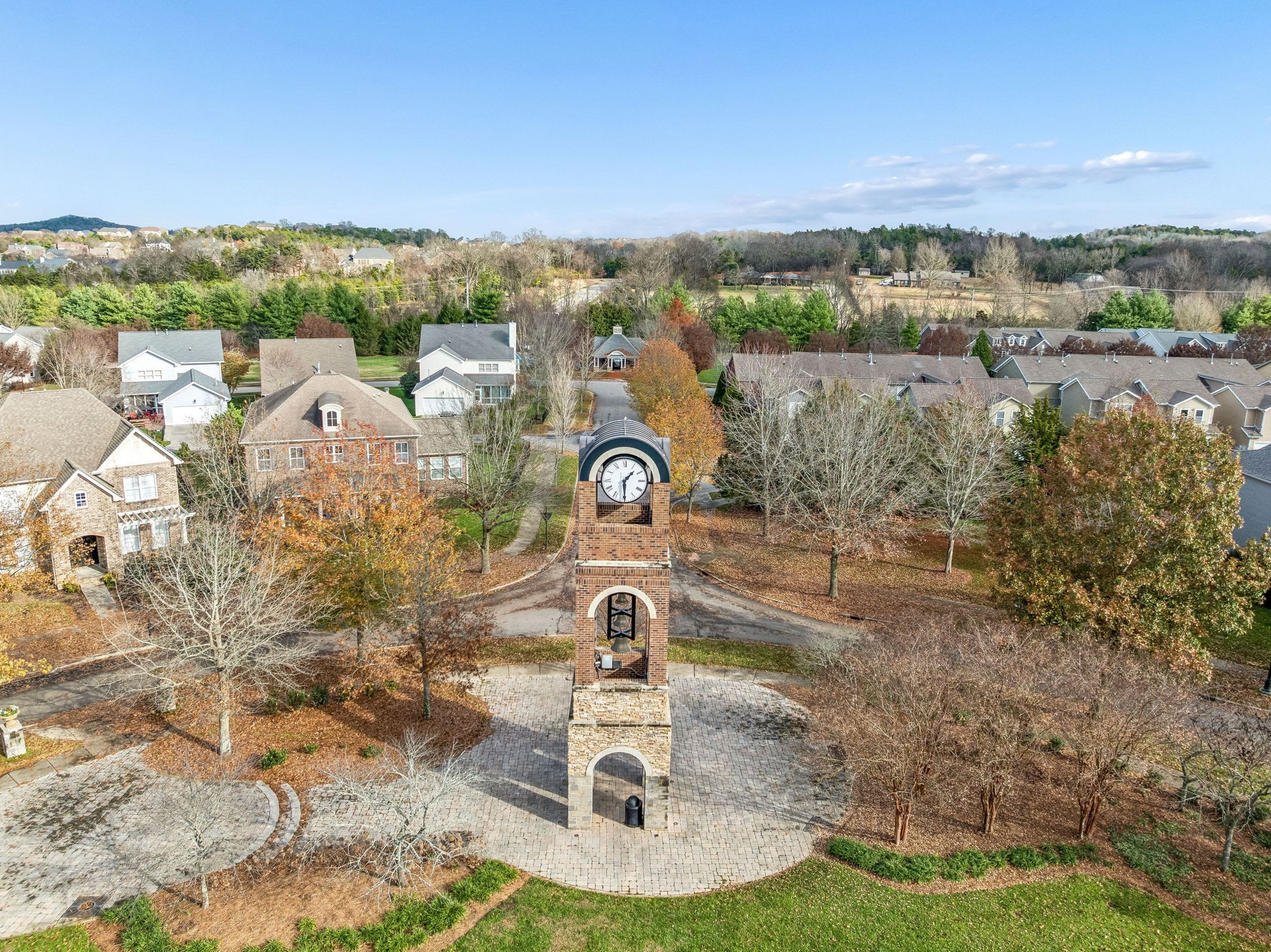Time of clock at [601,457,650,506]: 1:29
